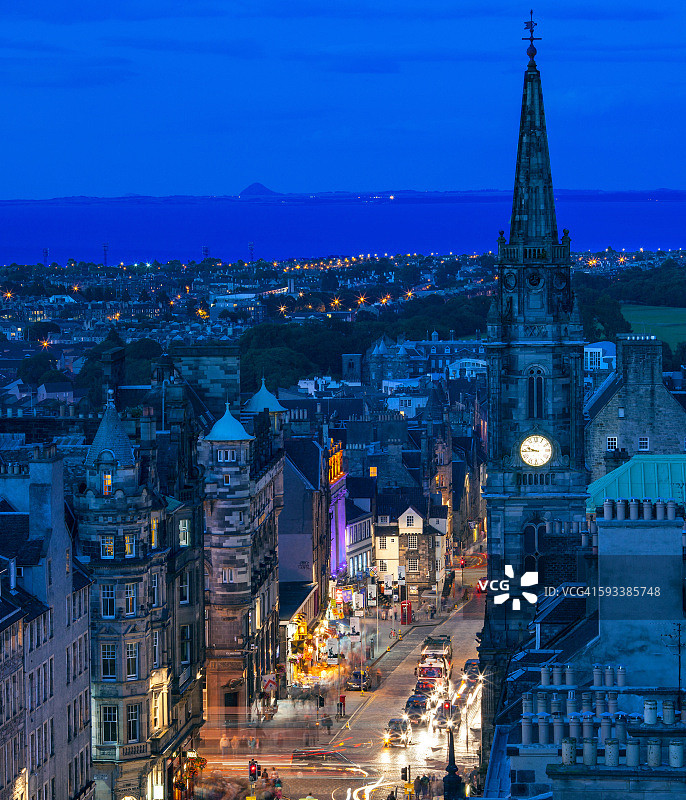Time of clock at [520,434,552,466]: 9:44
